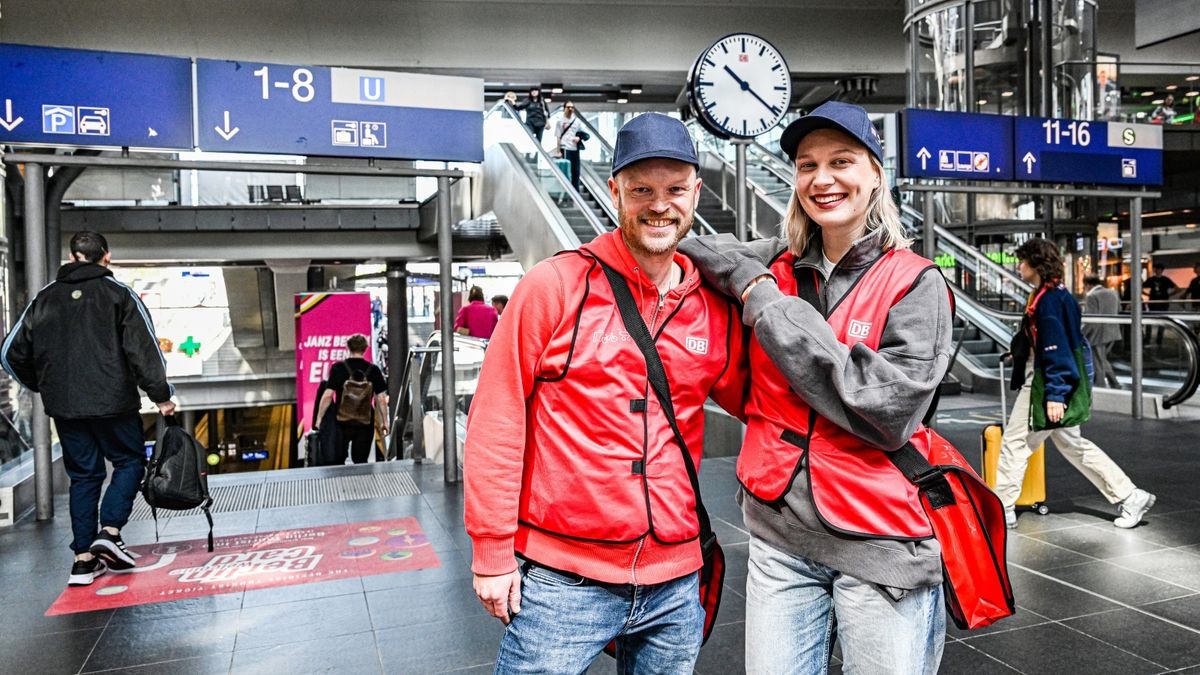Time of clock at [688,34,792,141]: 10:21
